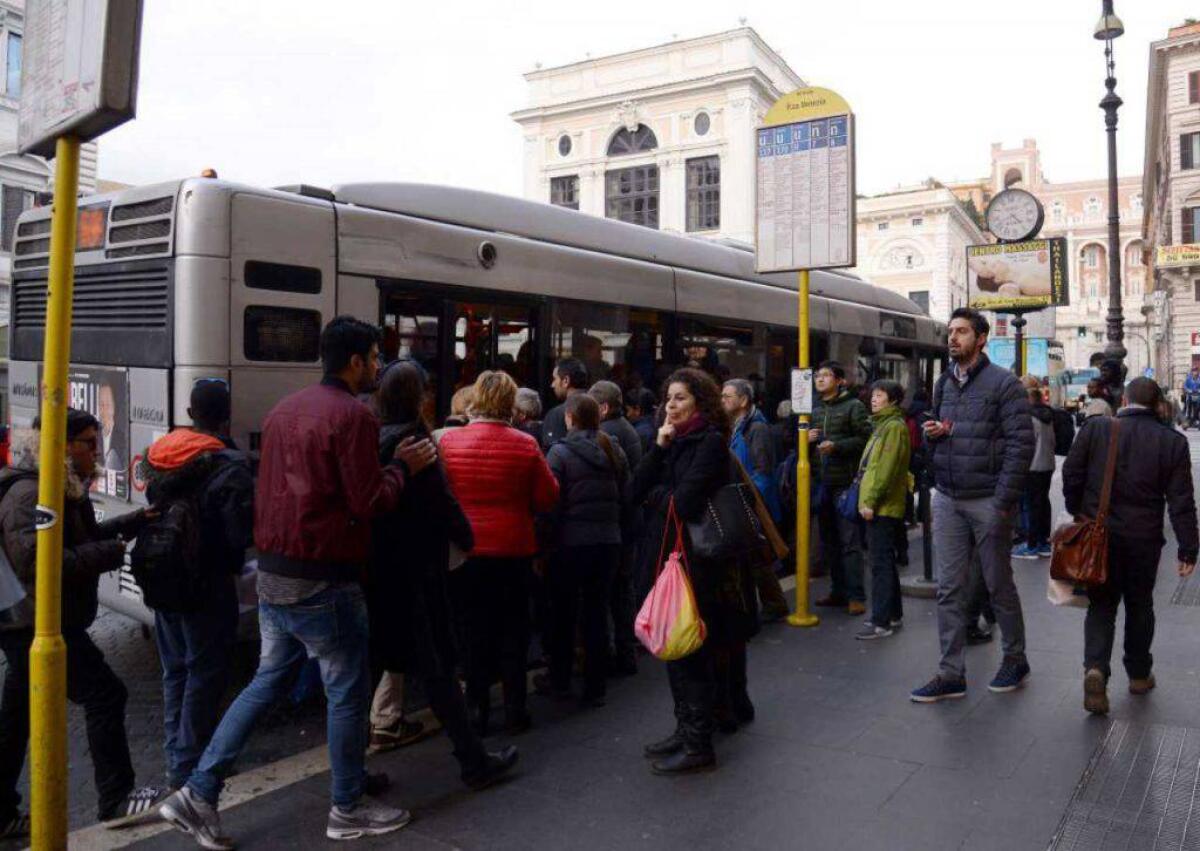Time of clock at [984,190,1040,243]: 4:40
